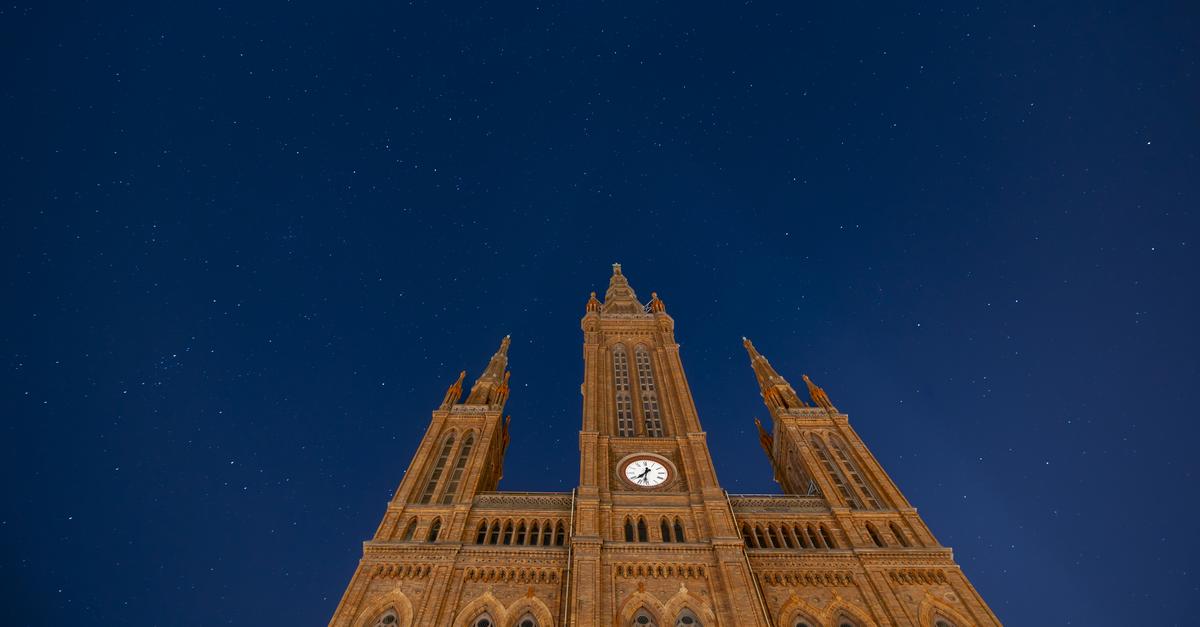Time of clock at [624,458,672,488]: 7:31
